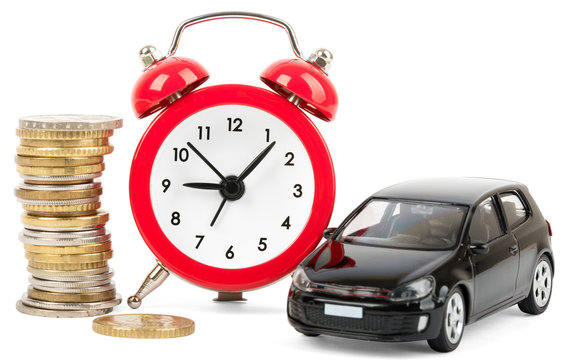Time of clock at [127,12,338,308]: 9:07
